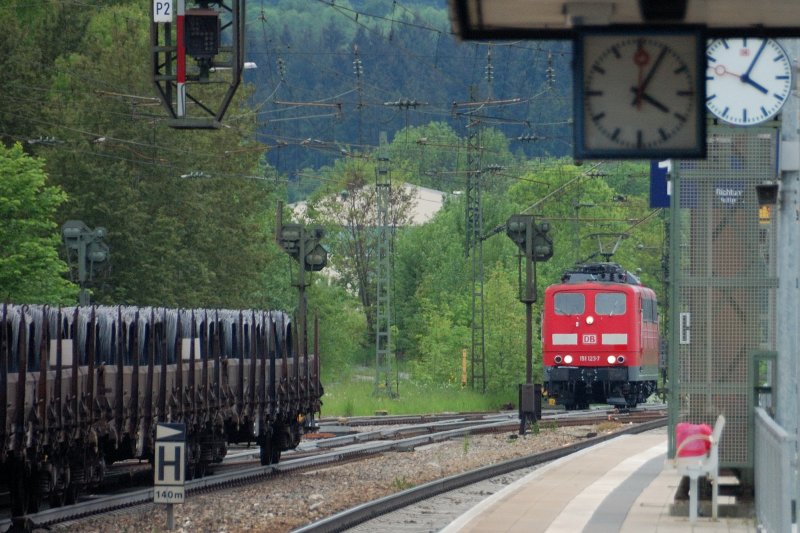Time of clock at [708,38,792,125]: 4:04
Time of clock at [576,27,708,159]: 4:04
